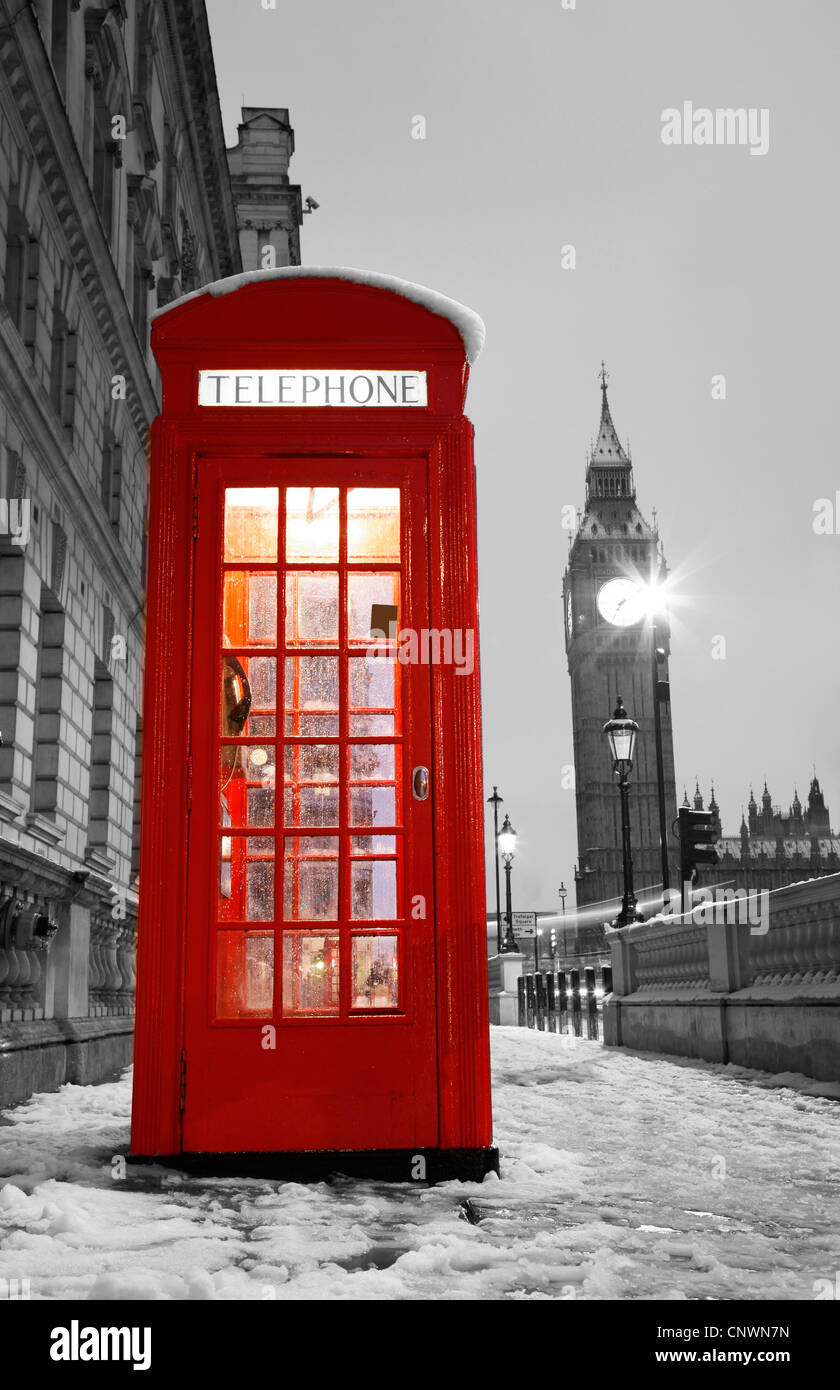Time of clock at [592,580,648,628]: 7:11
